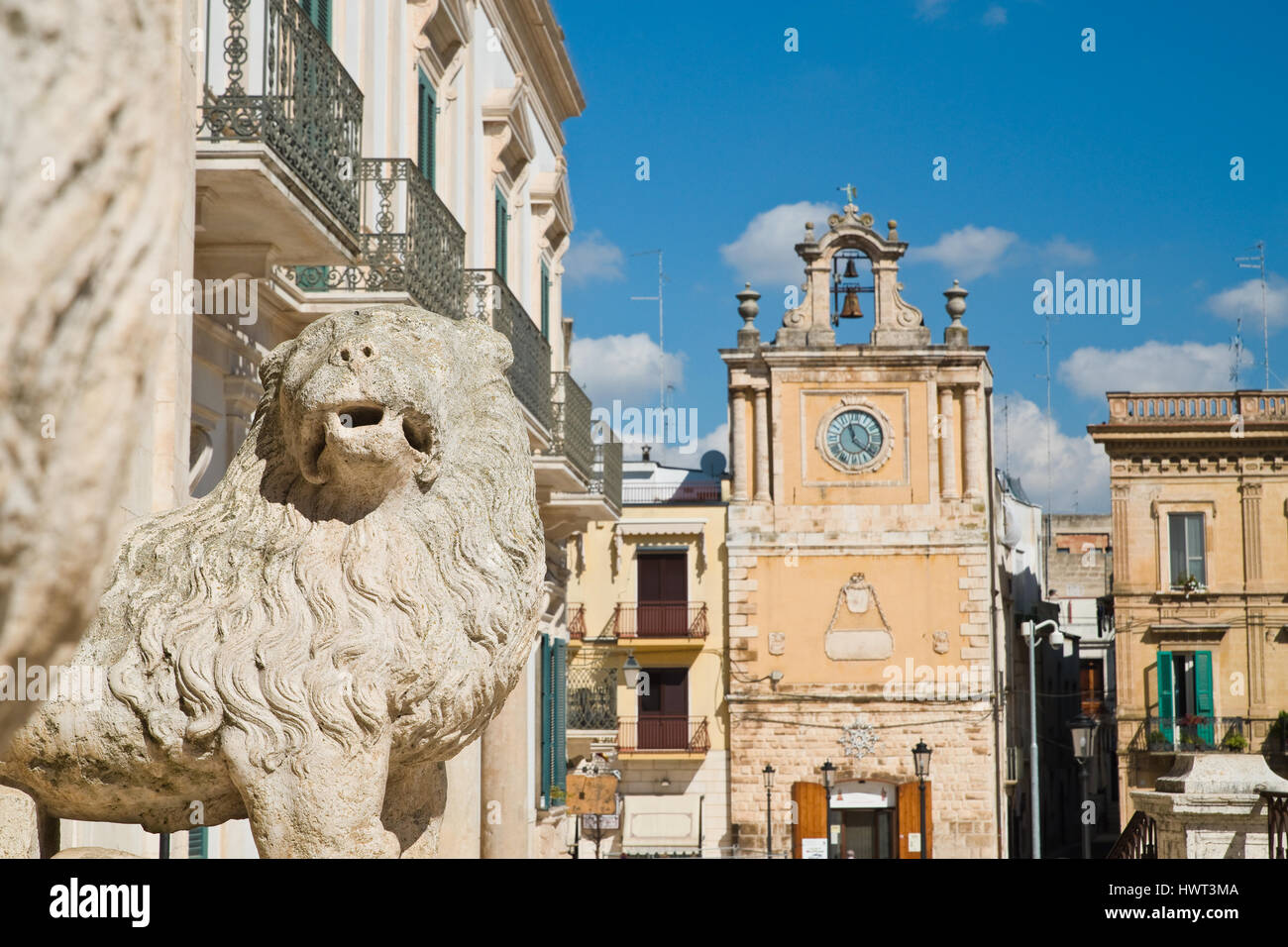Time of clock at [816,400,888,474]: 11:21
